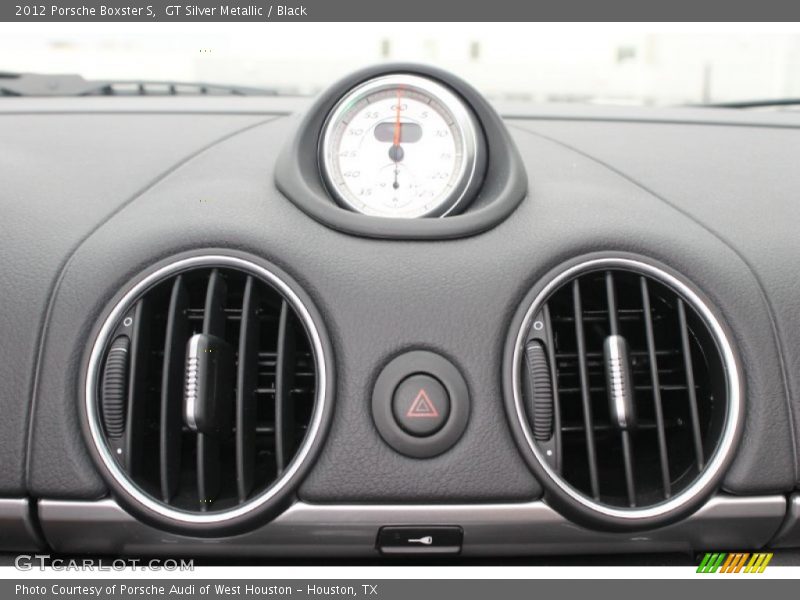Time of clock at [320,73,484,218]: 6:00
